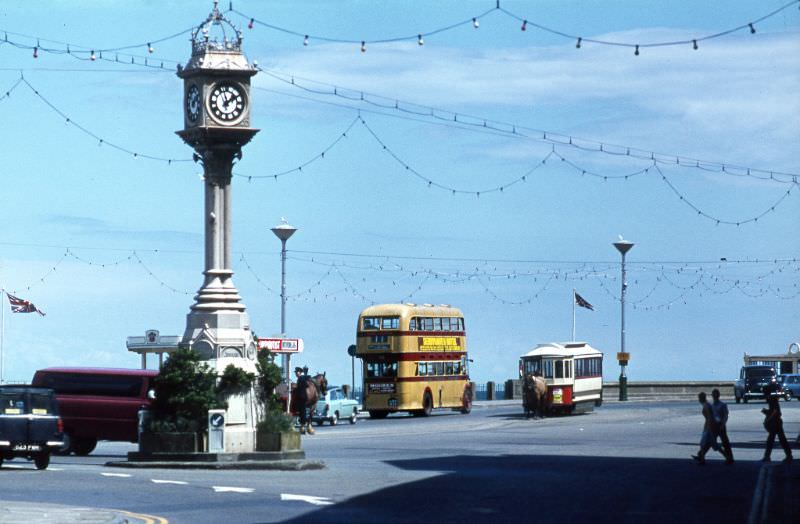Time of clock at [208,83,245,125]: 1:57
